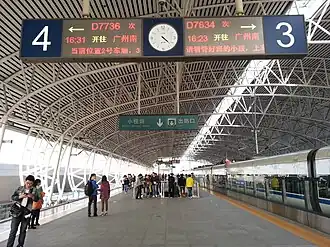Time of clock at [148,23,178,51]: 4:22
